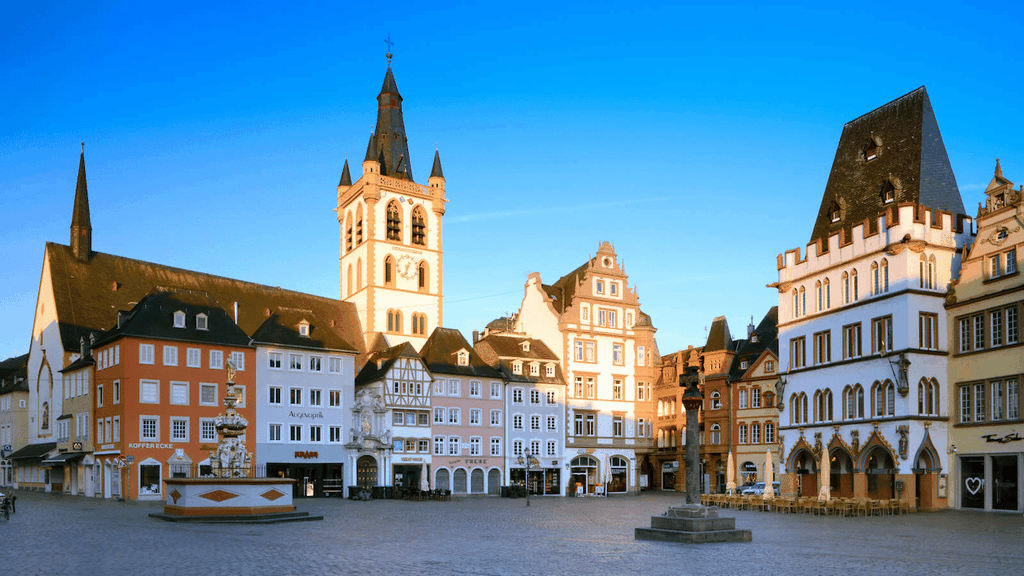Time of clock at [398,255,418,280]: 12:32
